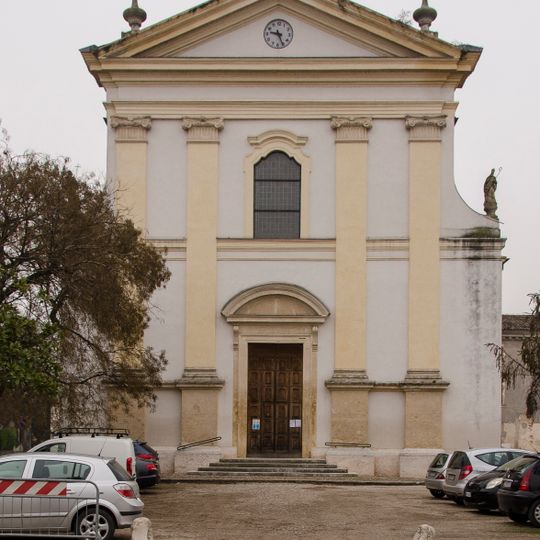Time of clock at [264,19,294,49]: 9:25
